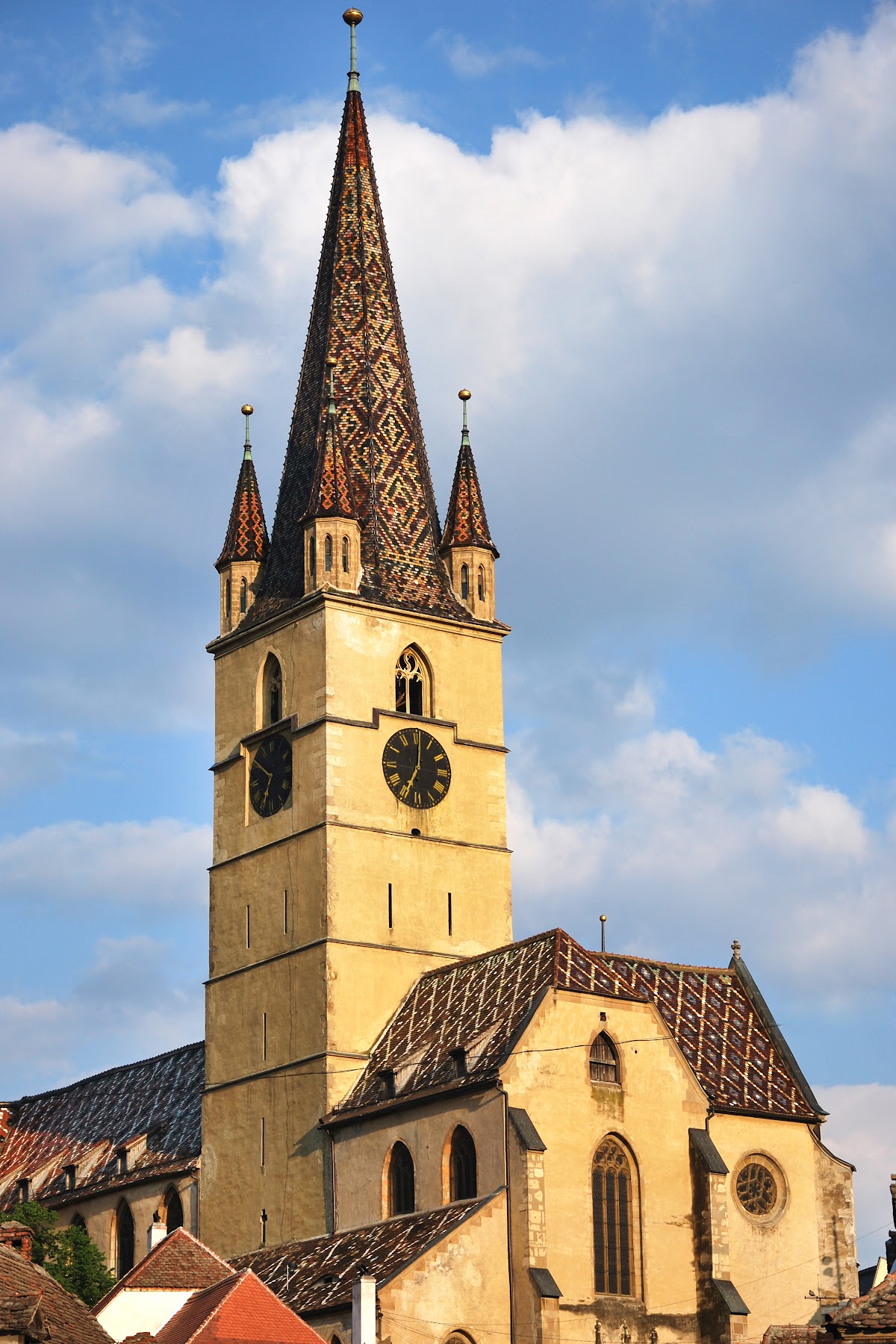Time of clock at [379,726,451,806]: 7:00
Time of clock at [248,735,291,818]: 6:50
